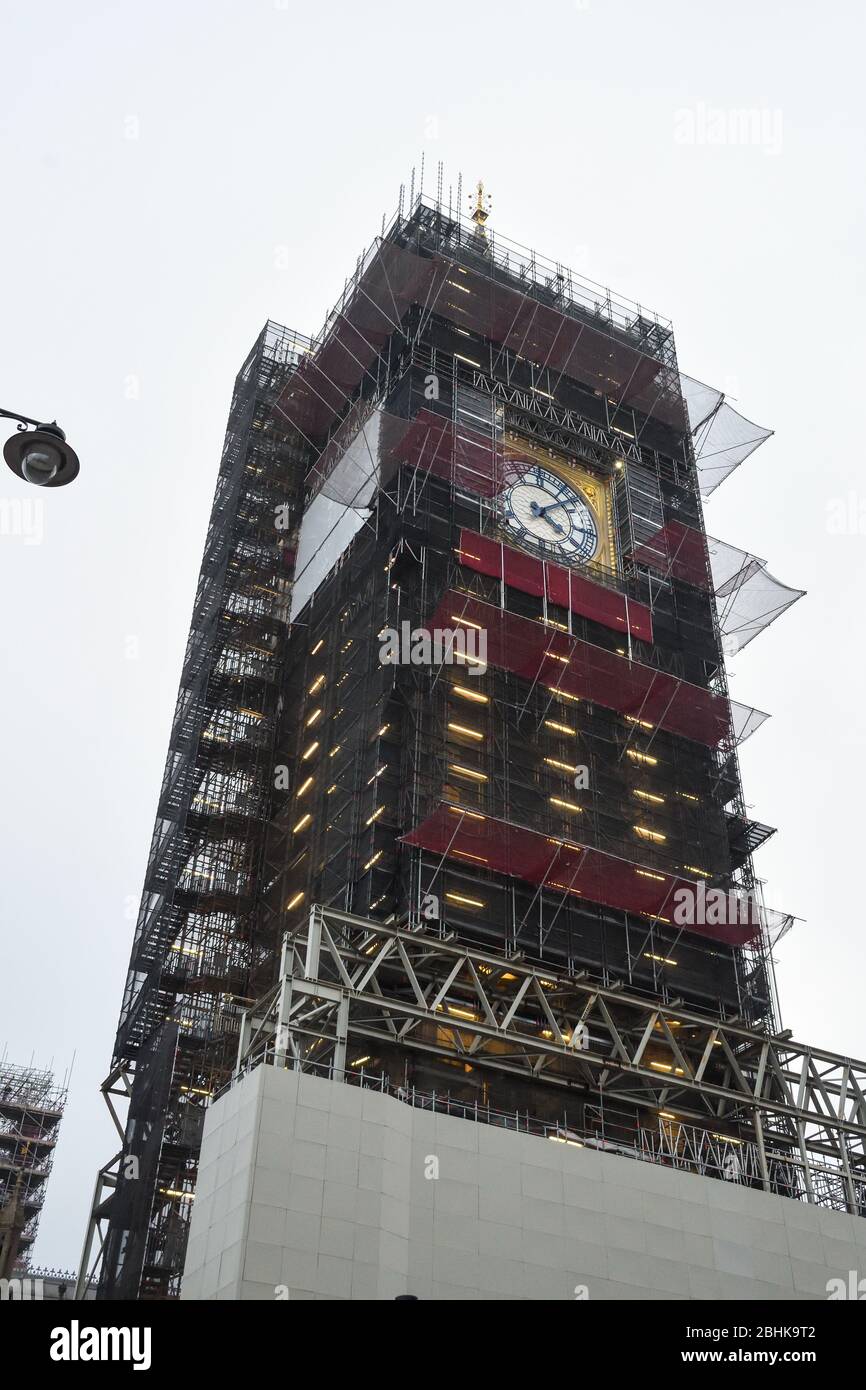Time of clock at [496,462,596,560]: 4:08
